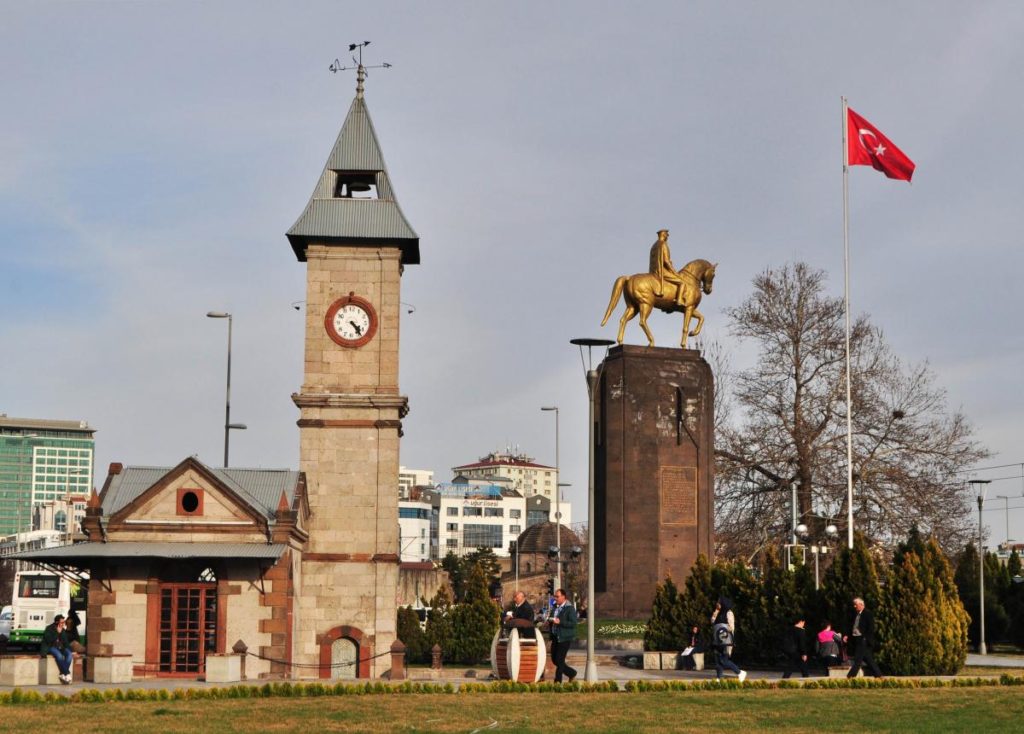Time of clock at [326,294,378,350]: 4:23
